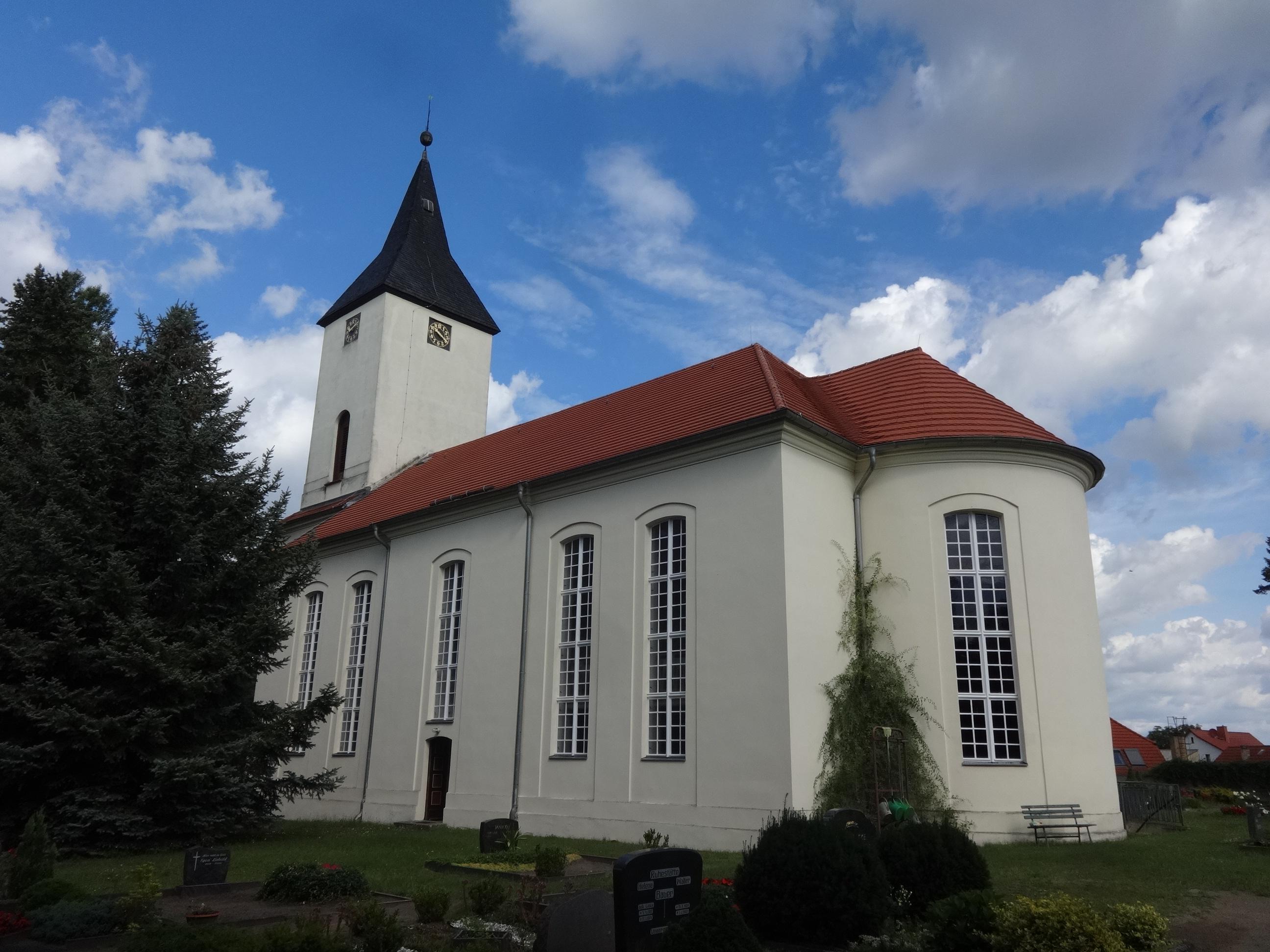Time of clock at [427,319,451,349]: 9:20
